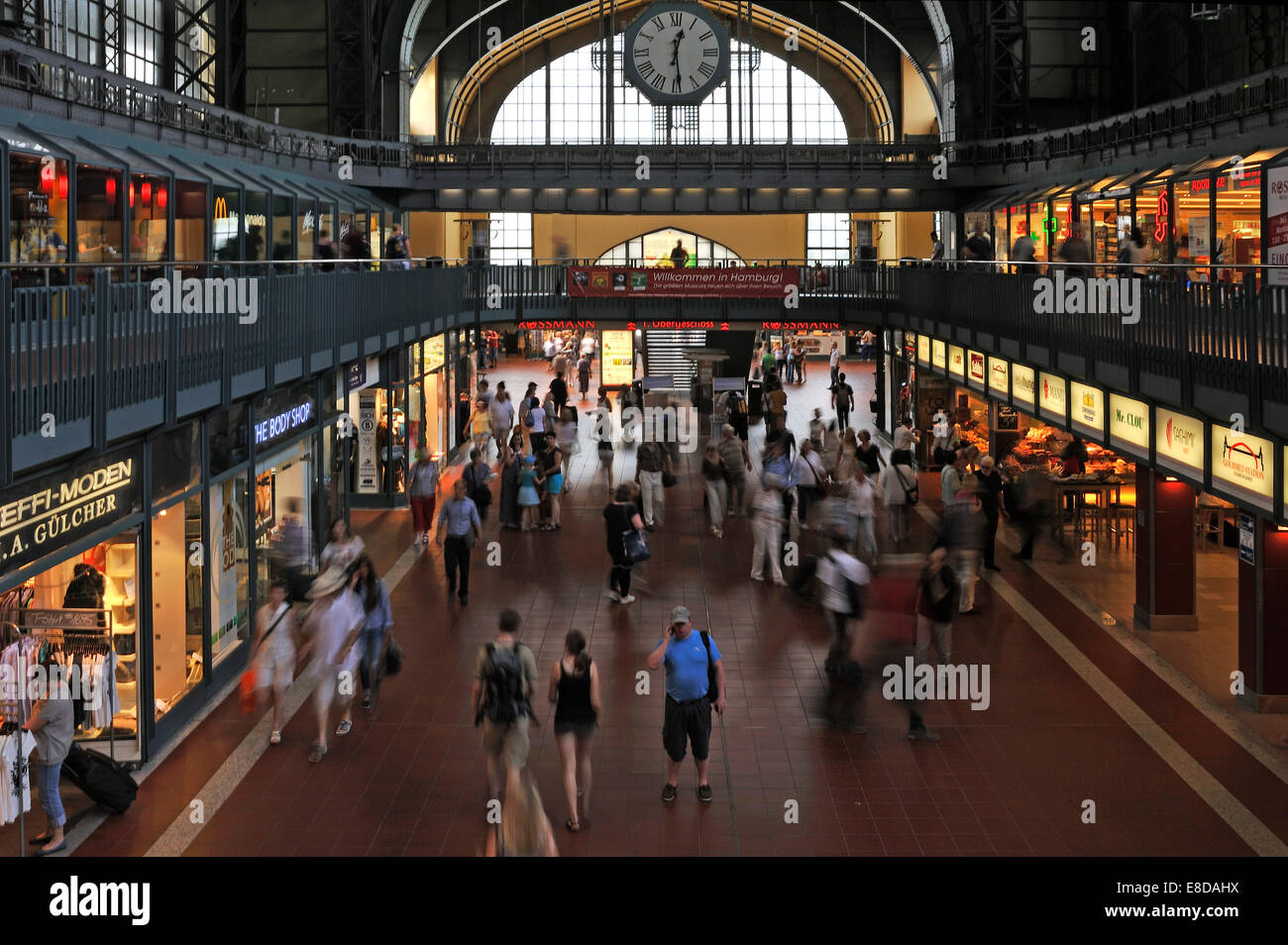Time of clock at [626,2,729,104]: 12:28
